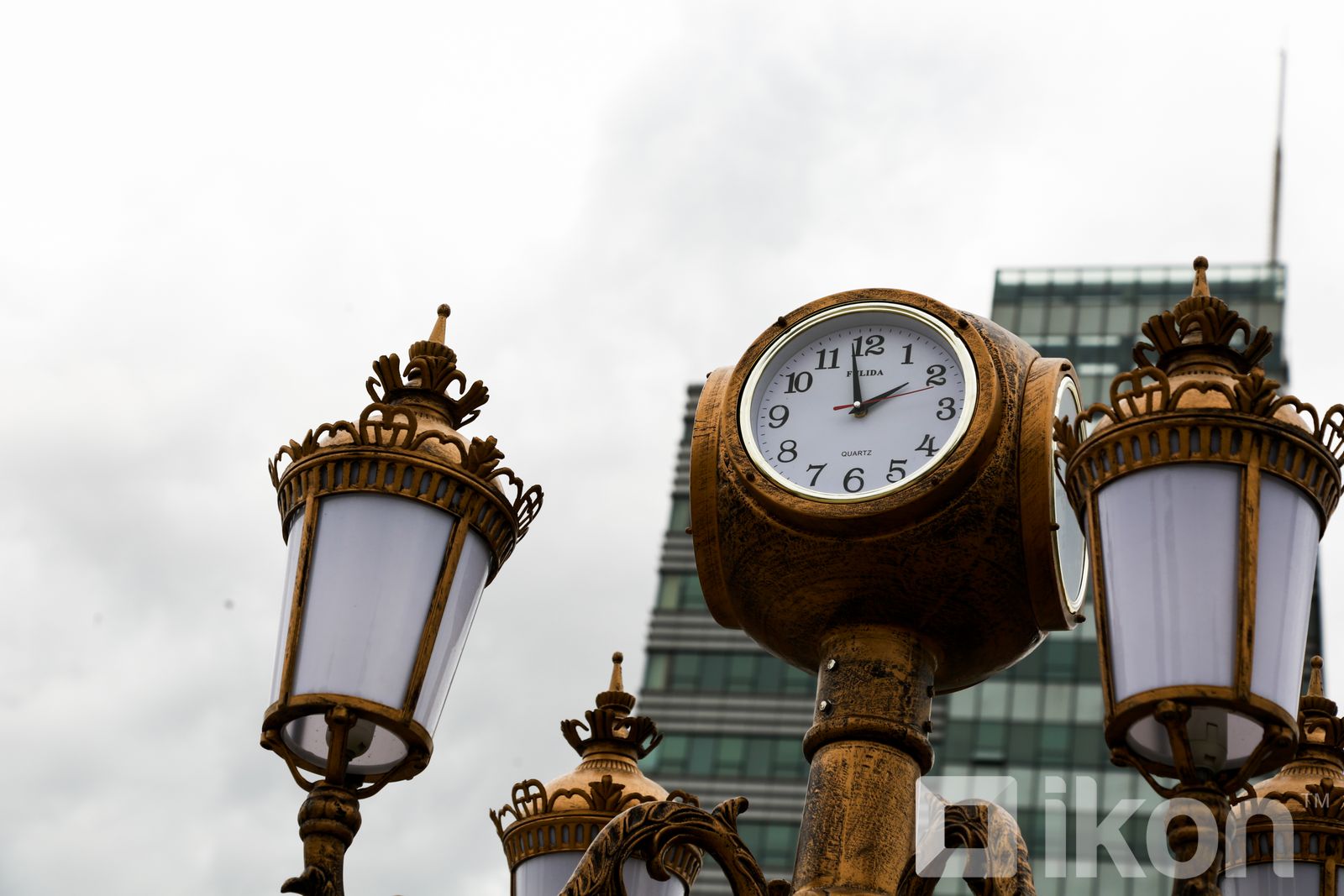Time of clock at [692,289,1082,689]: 1:58
